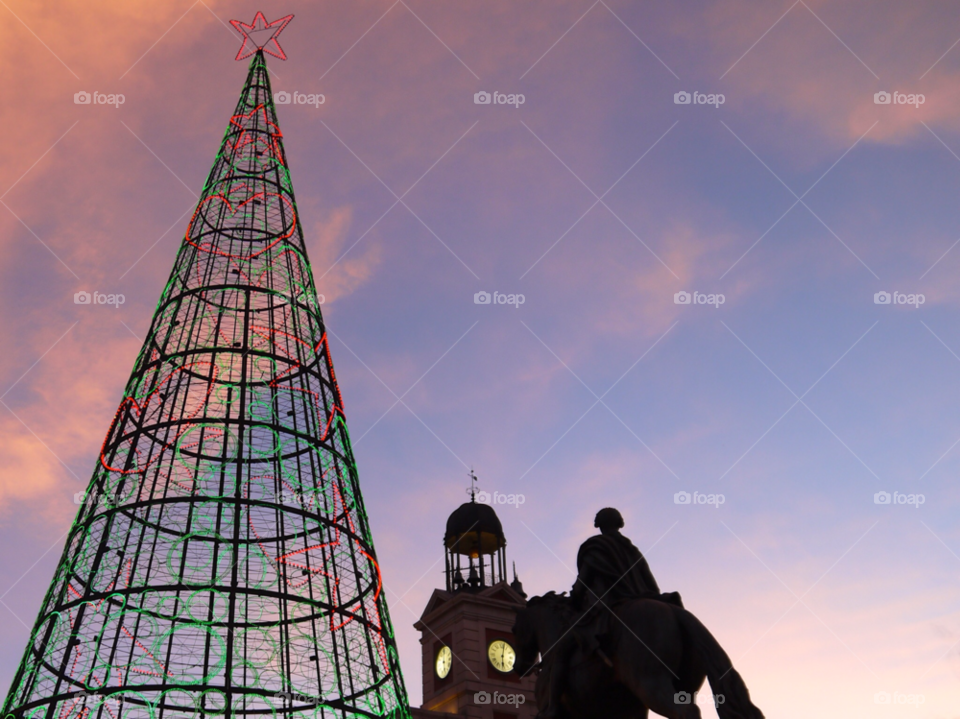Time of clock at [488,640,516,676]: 6:02
